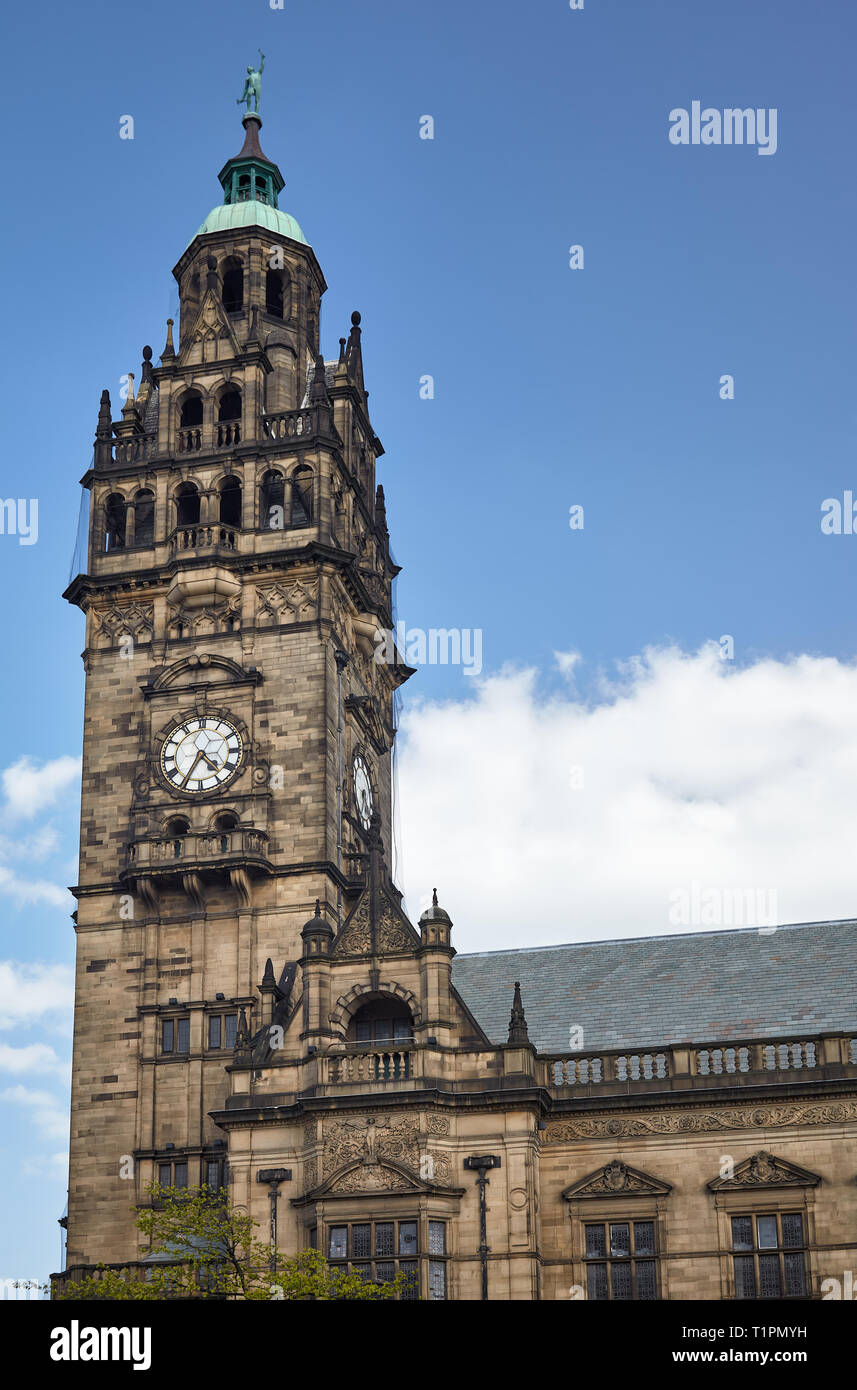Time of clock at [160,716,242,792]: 4:35
